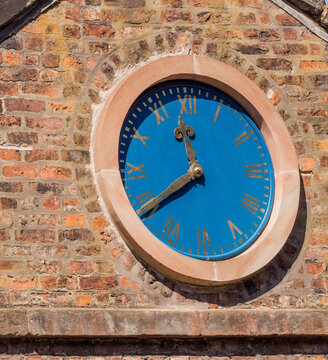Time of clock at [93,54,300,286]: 11:39
